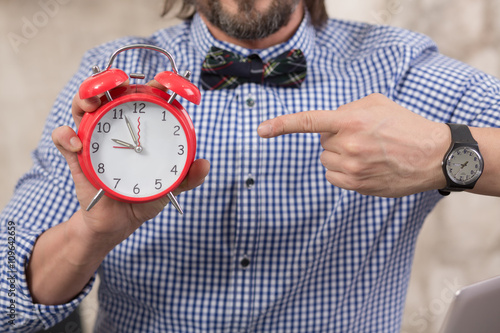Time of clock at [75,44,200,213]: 11:46
